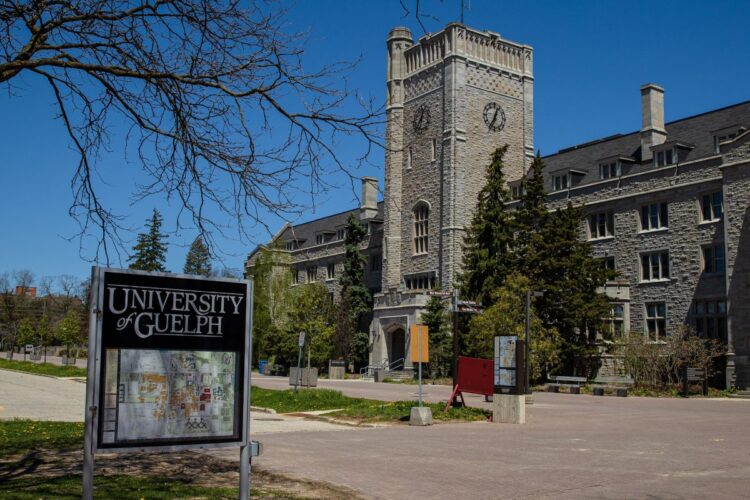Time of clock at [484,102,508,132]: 12:34
